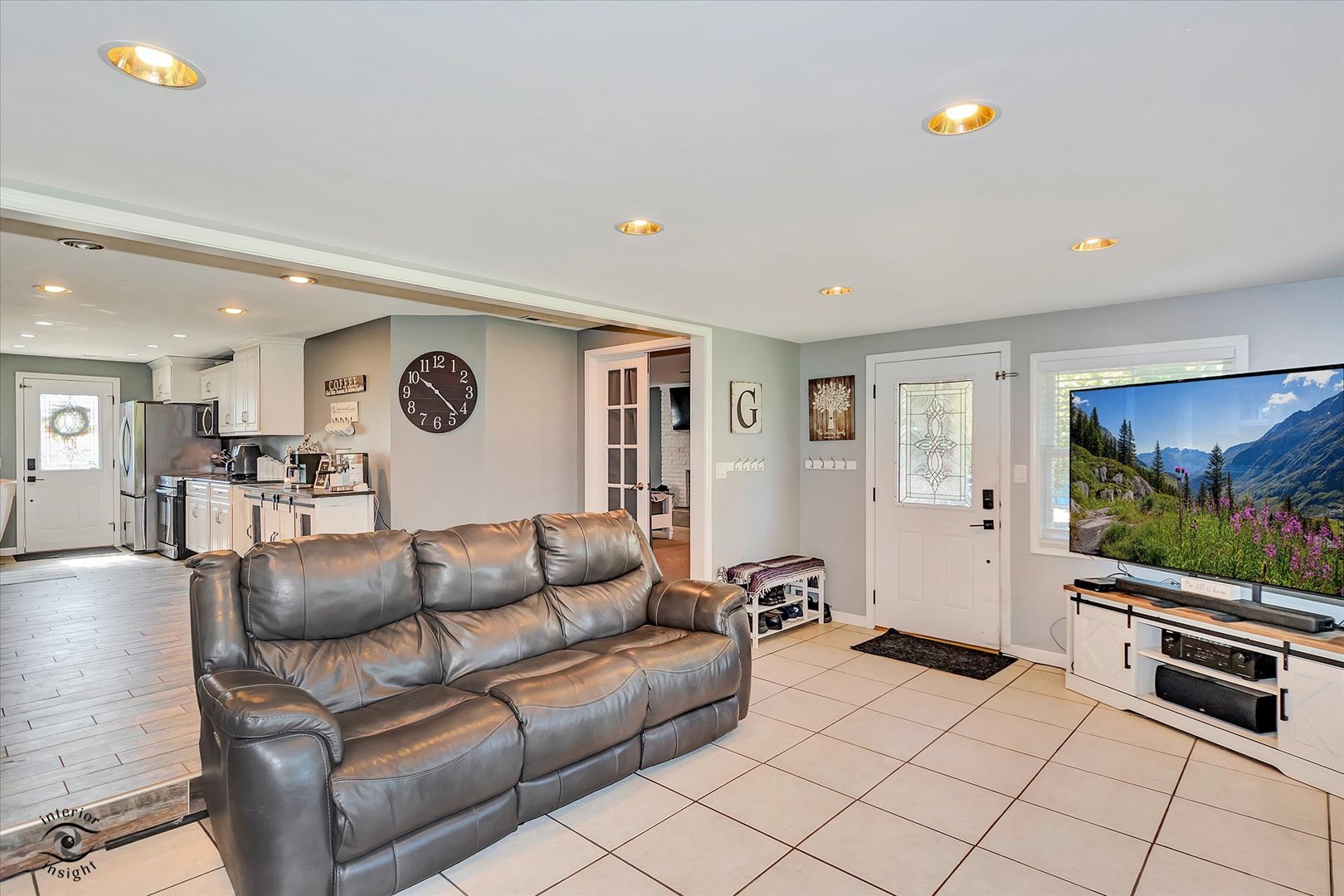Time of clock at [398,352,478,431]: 10:22
